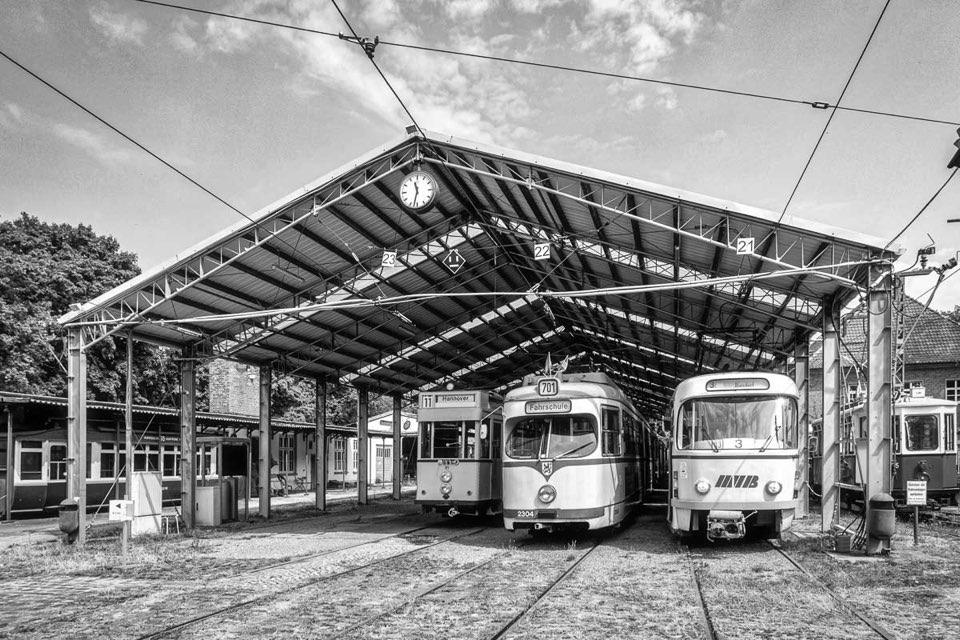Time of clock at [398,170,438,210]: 11:32
